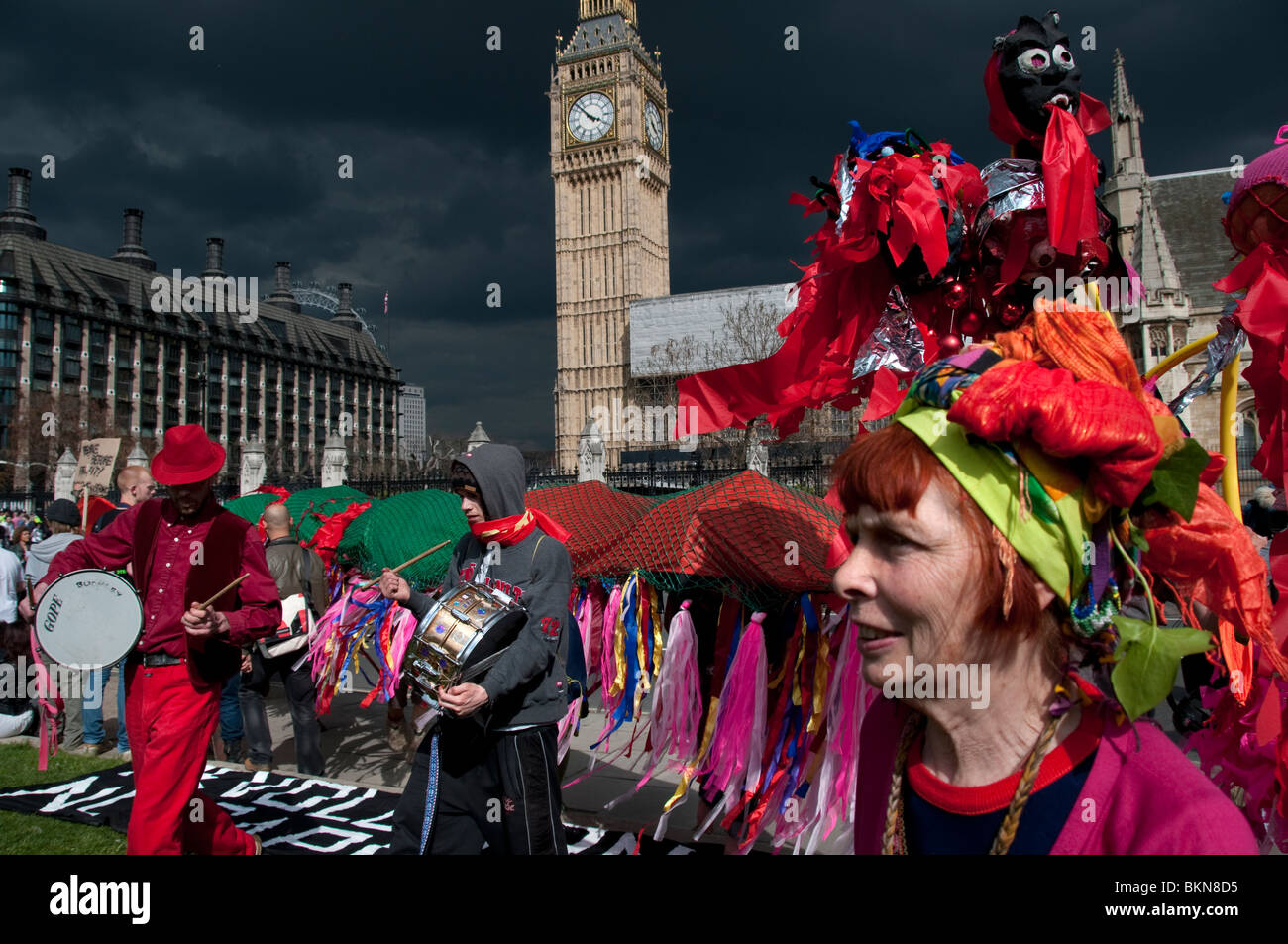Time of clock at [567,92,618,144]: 3:52
